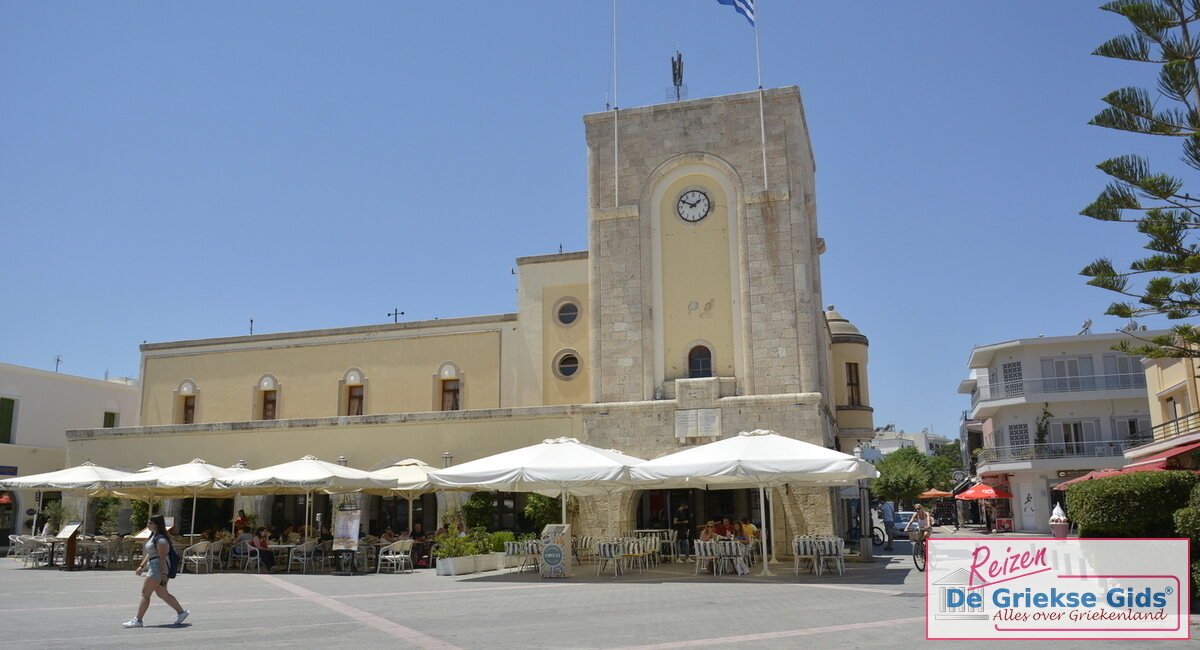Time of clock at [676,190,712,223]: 1:49
